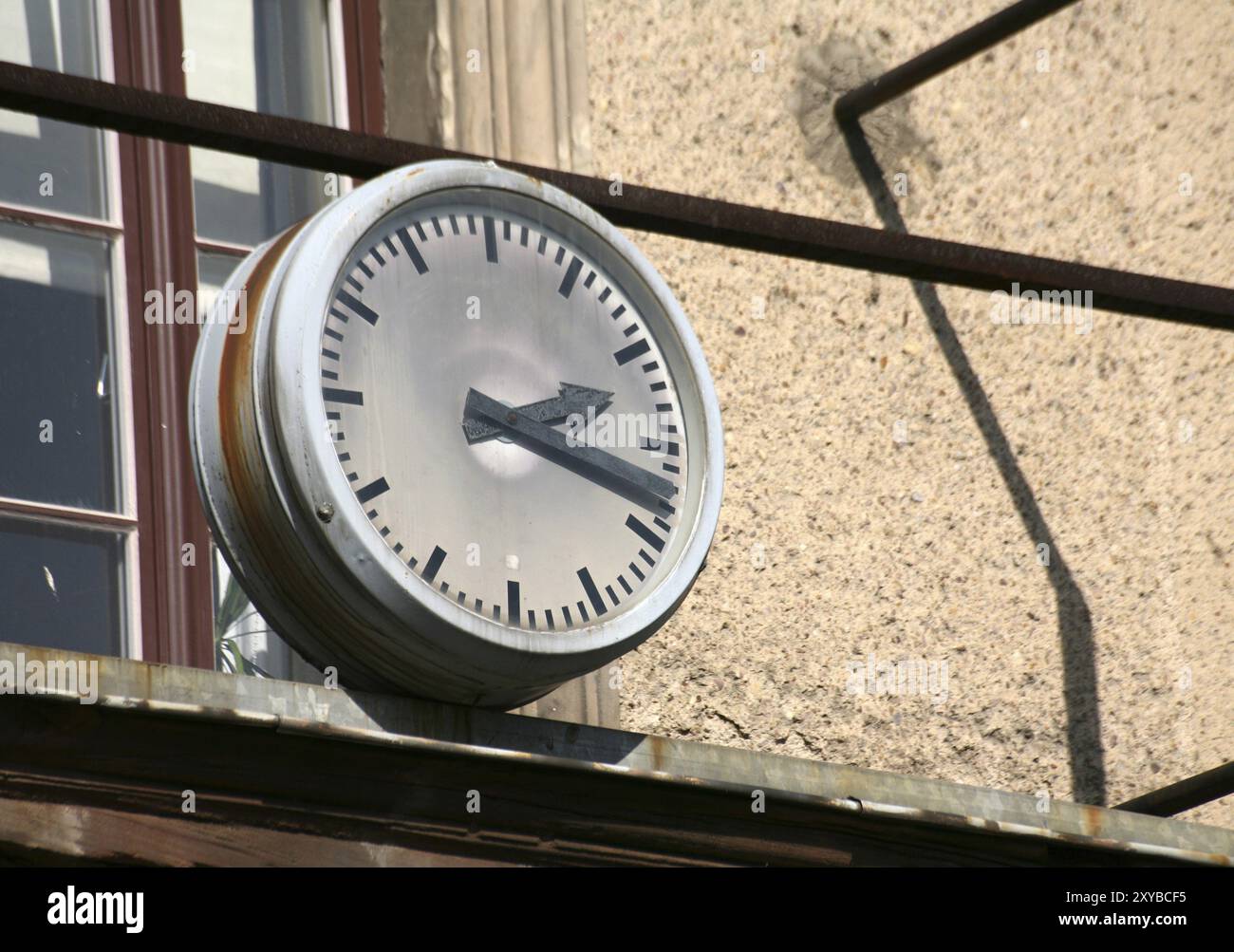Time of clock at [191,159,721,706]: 2:18
